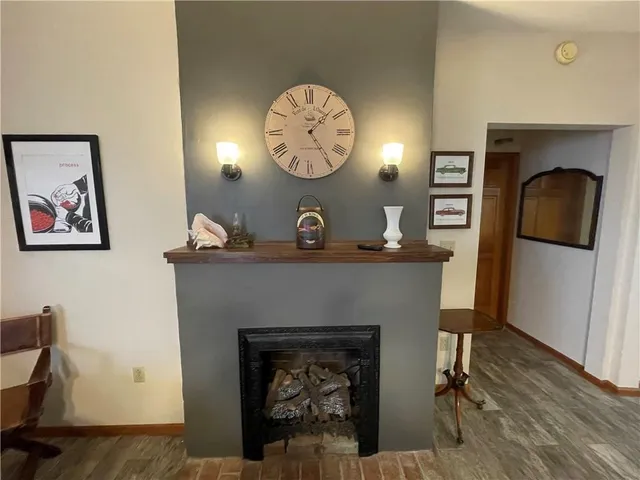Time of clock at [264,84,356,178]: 1:24
